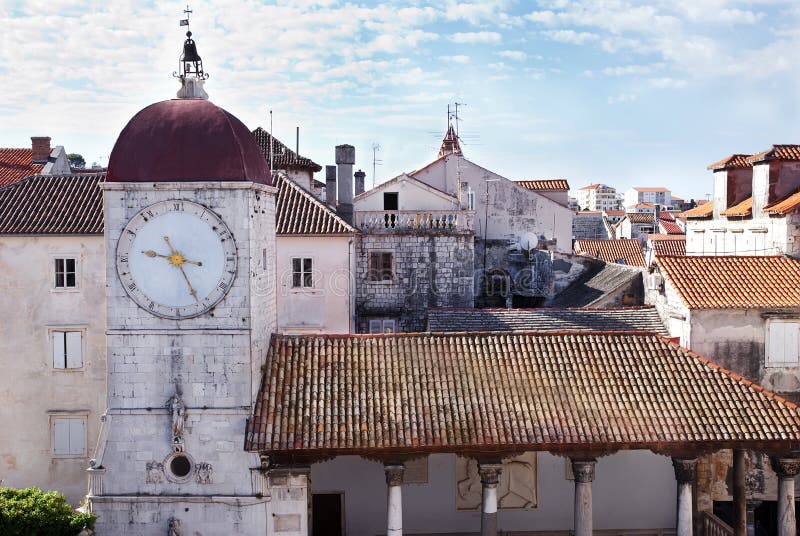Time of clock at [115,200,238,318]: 3:25
